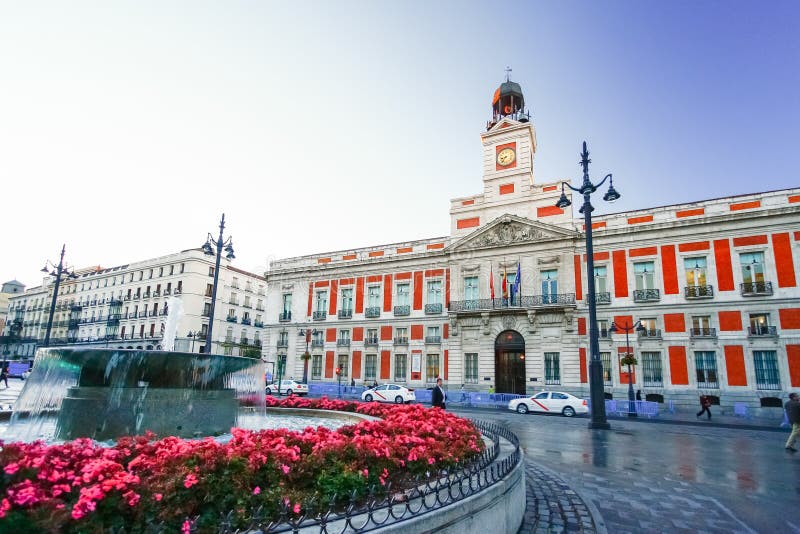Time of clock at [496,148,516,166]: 8:37
